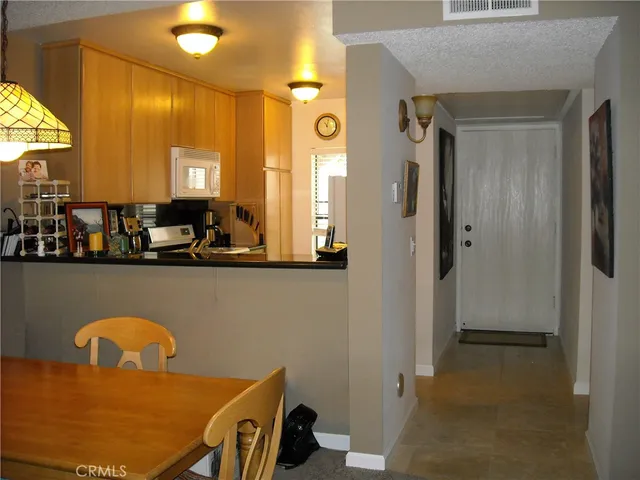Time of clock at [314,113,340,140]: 11:02
